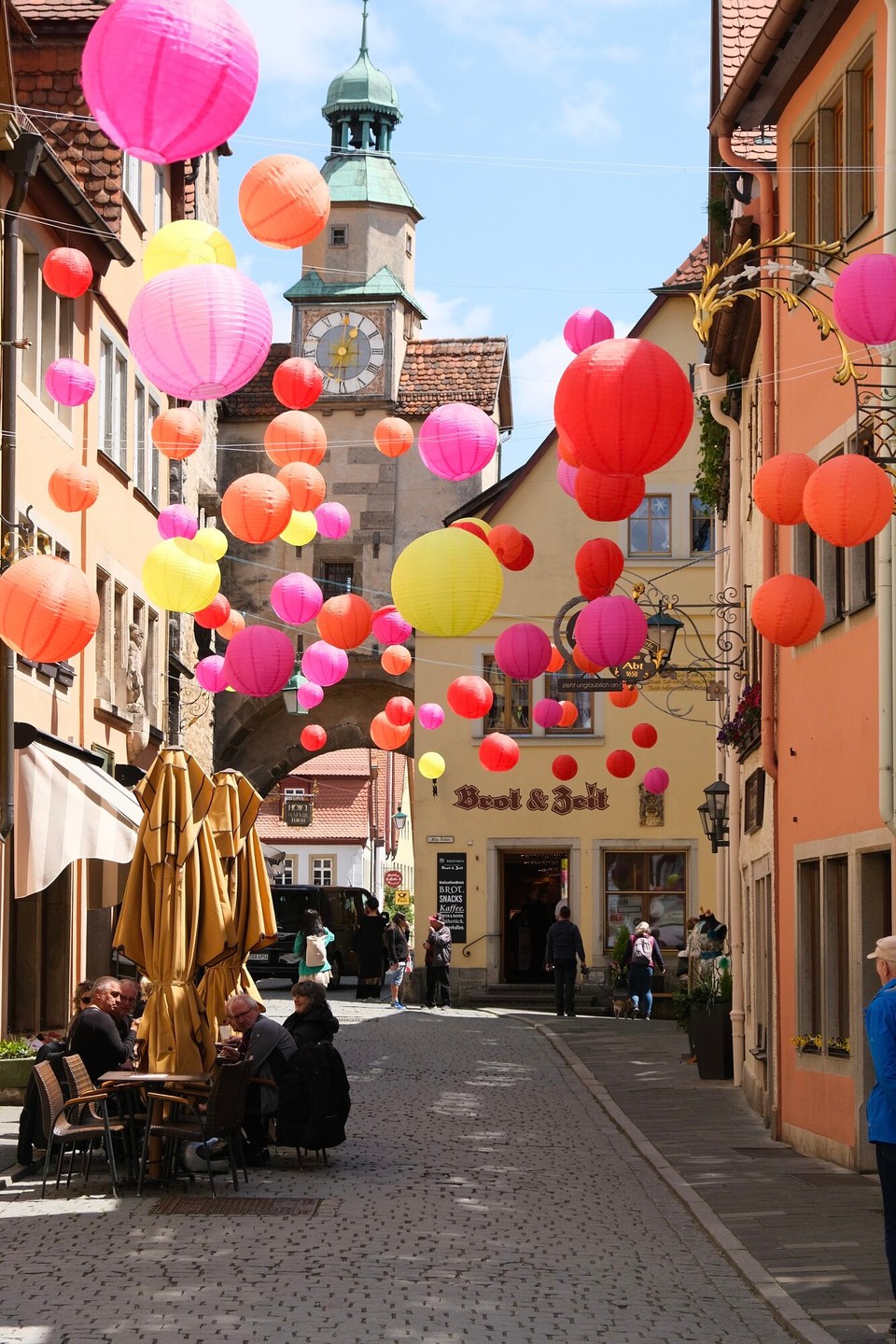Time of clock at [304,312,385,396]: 1:01
